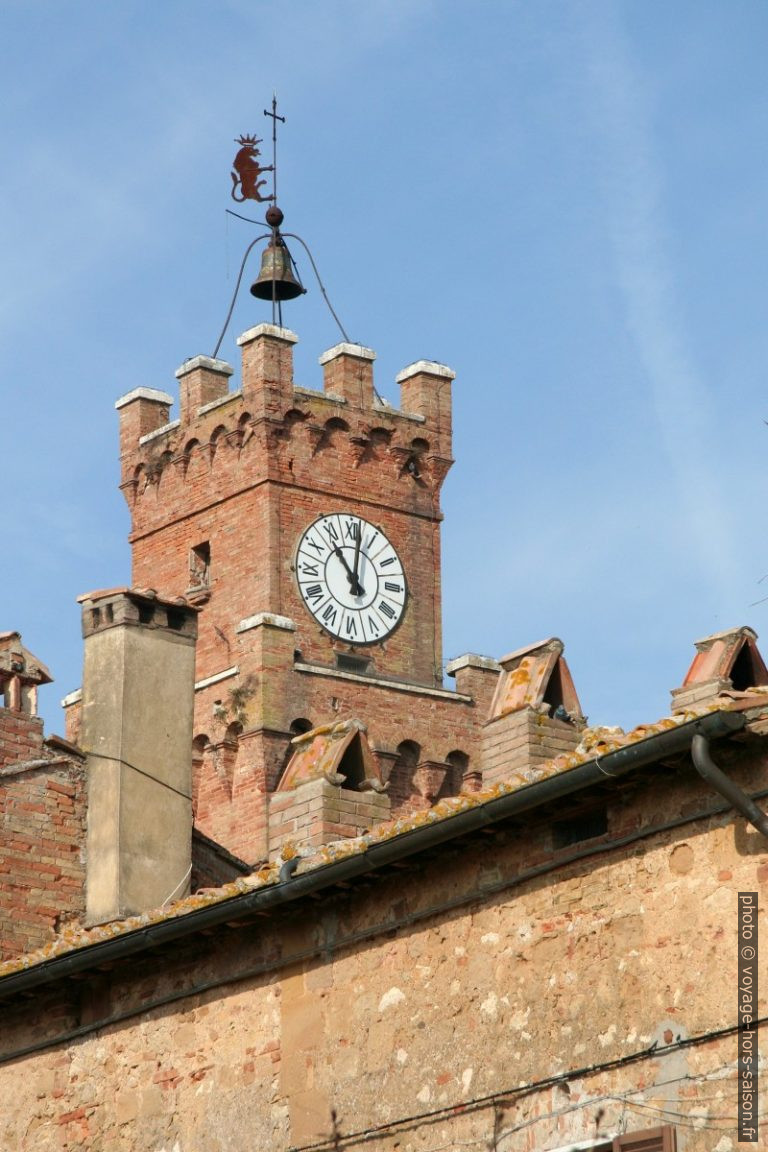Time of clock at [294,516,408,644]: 11:01
